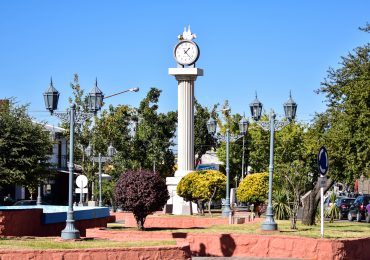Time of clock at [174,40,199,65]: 1:22
